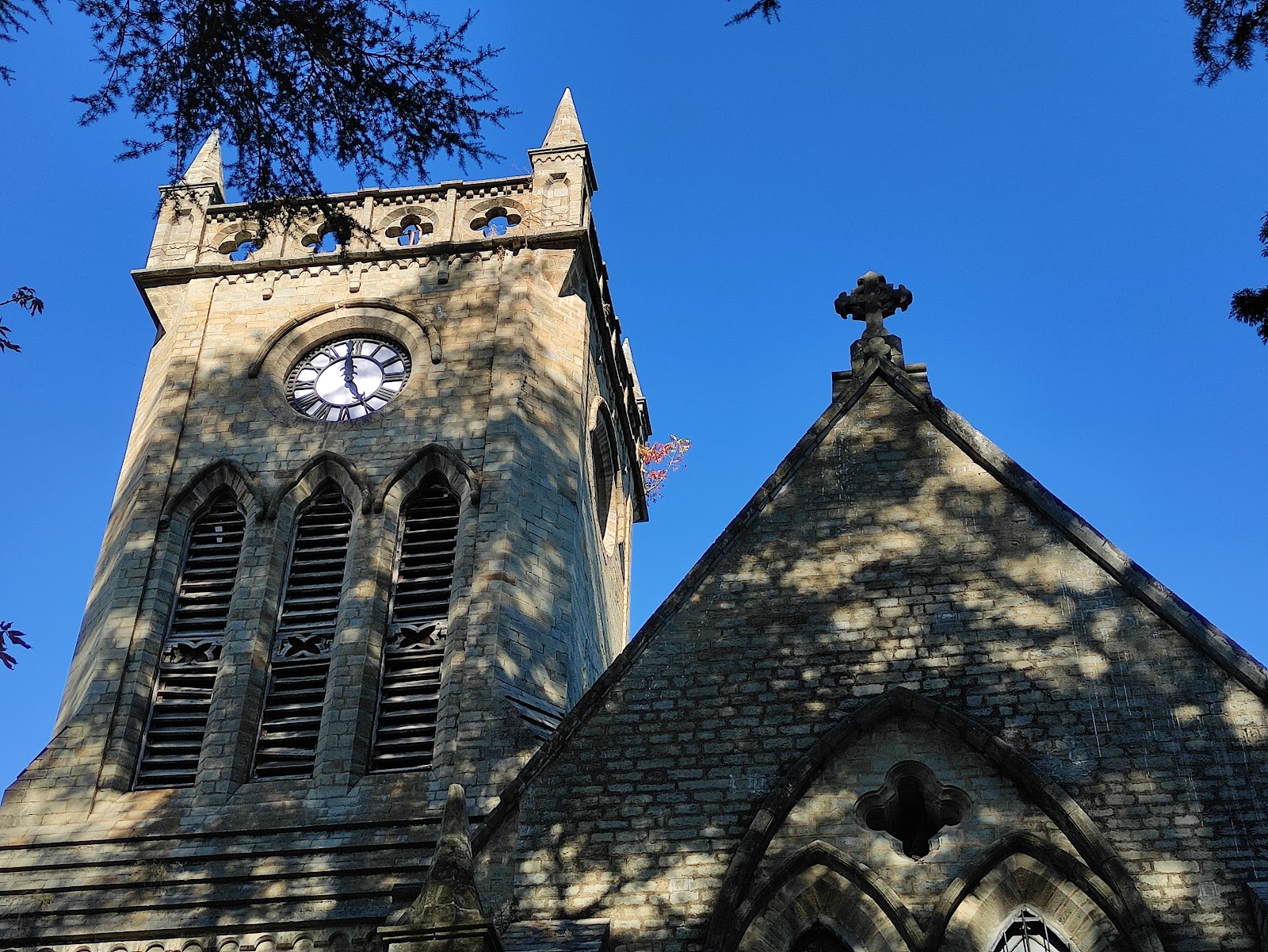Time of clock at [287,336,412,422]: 4:59
